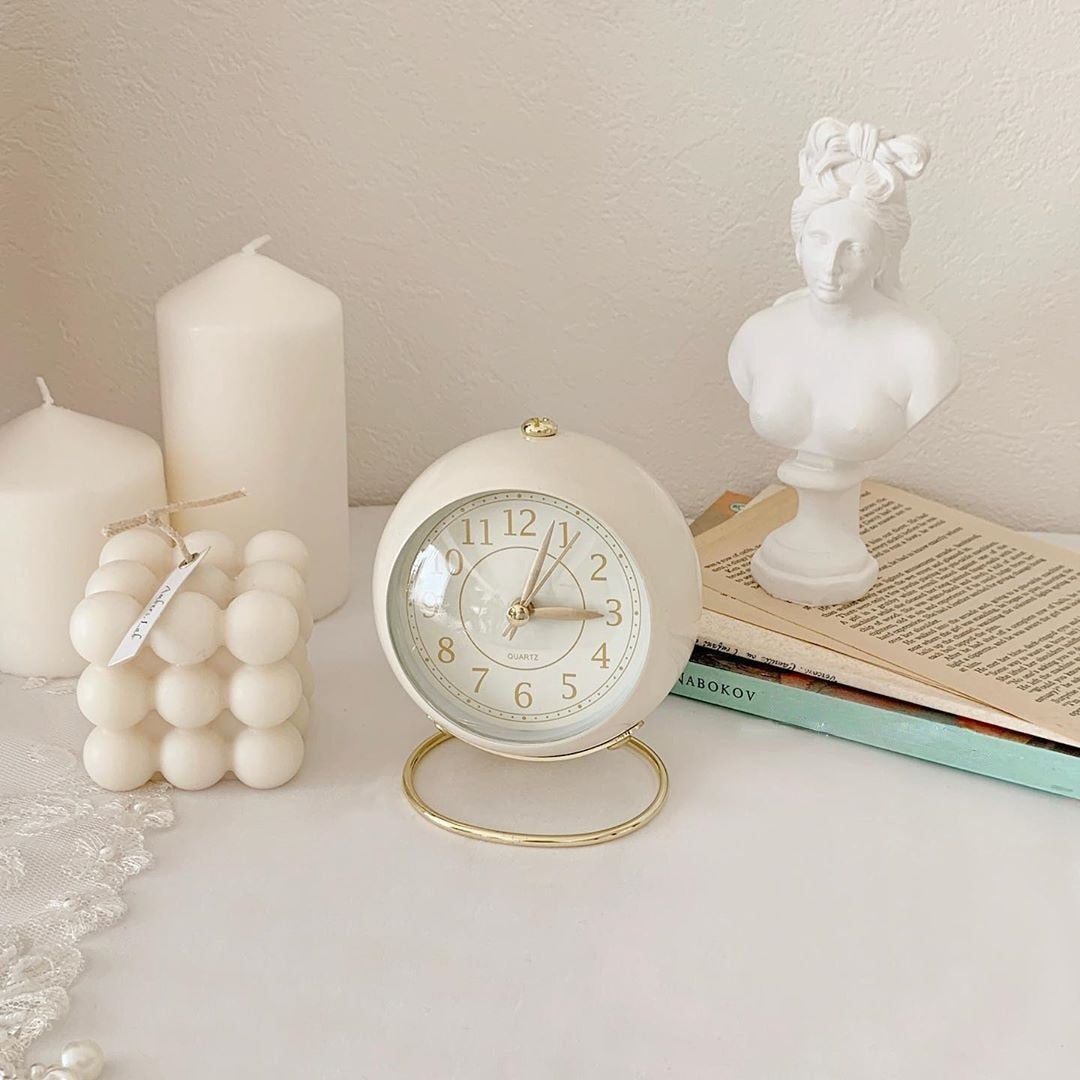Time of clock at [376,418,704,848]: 3:03
